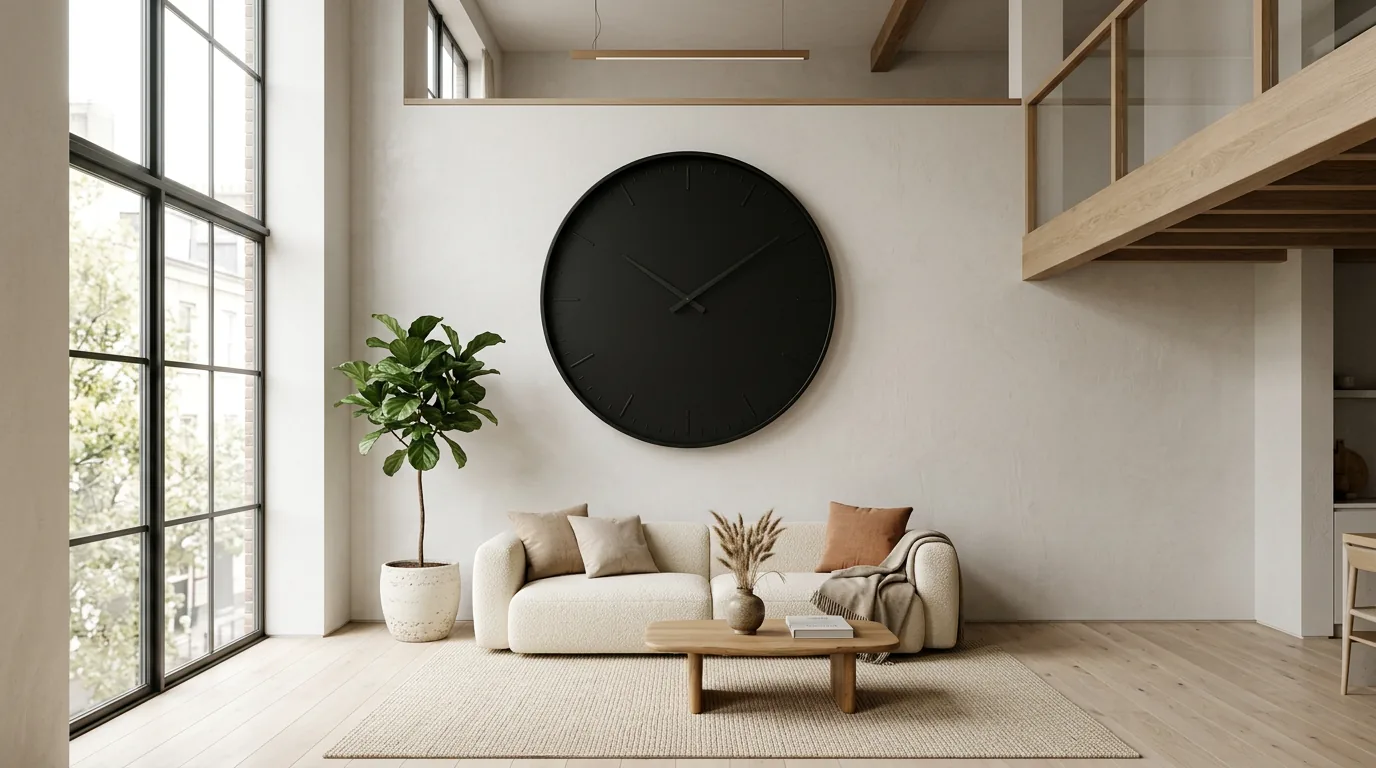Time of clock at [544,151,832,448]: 10:09
